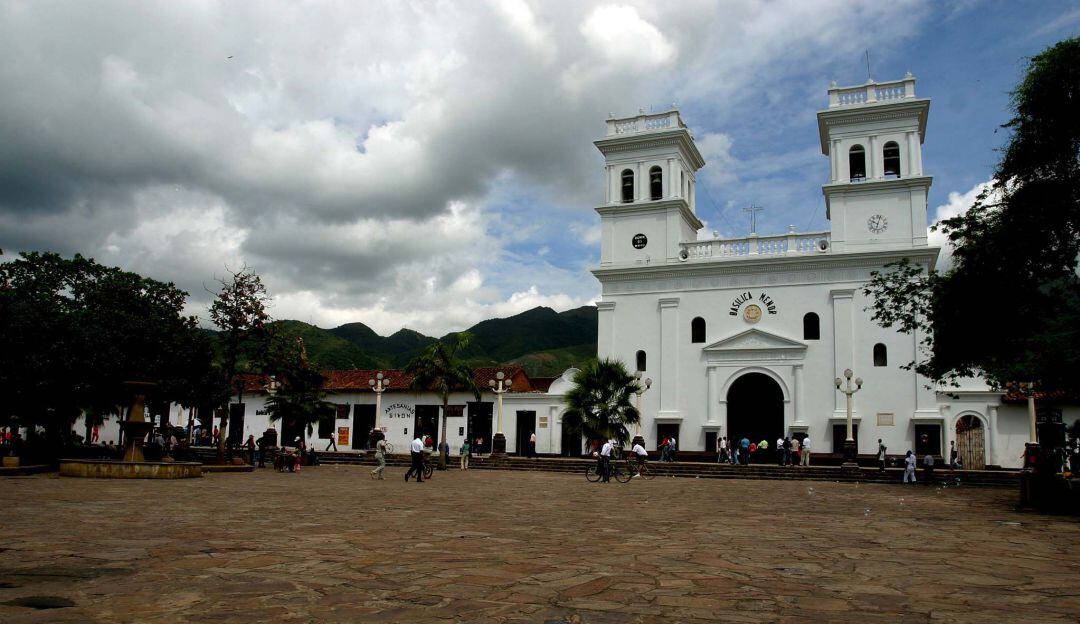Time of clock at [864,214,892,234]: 10:02
